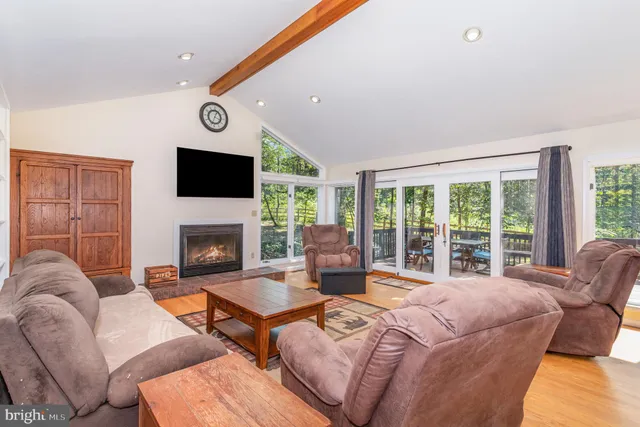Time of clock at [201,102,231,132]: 12:33
